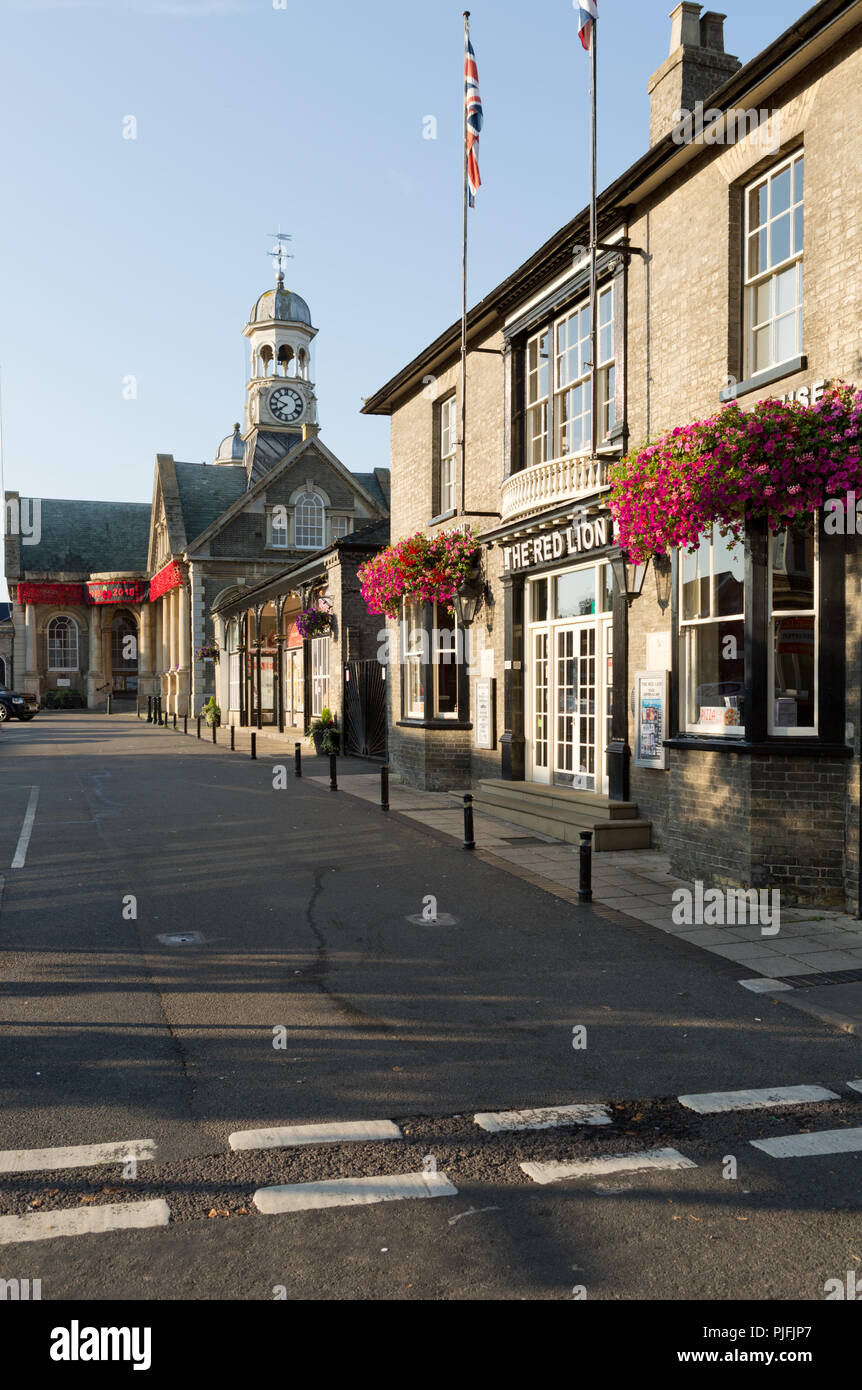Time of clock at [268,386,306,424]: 7:48
